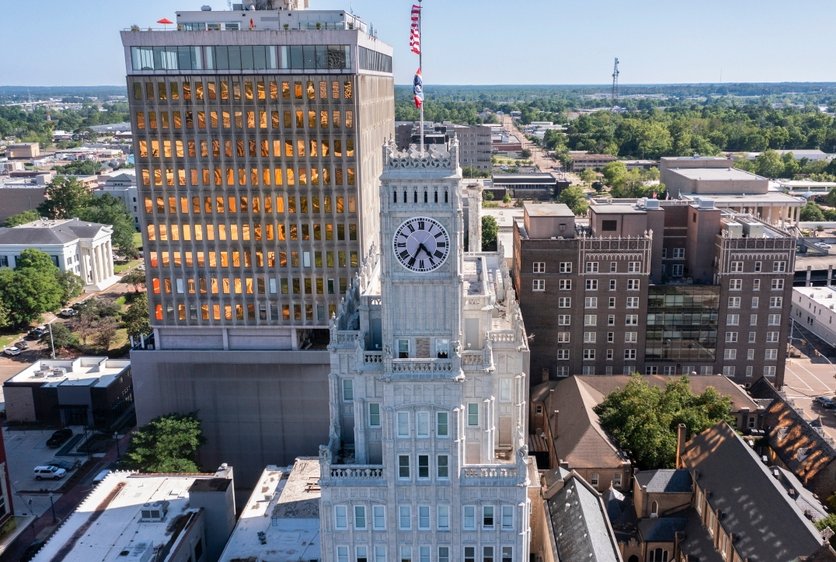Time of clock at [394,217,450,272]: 4:35
